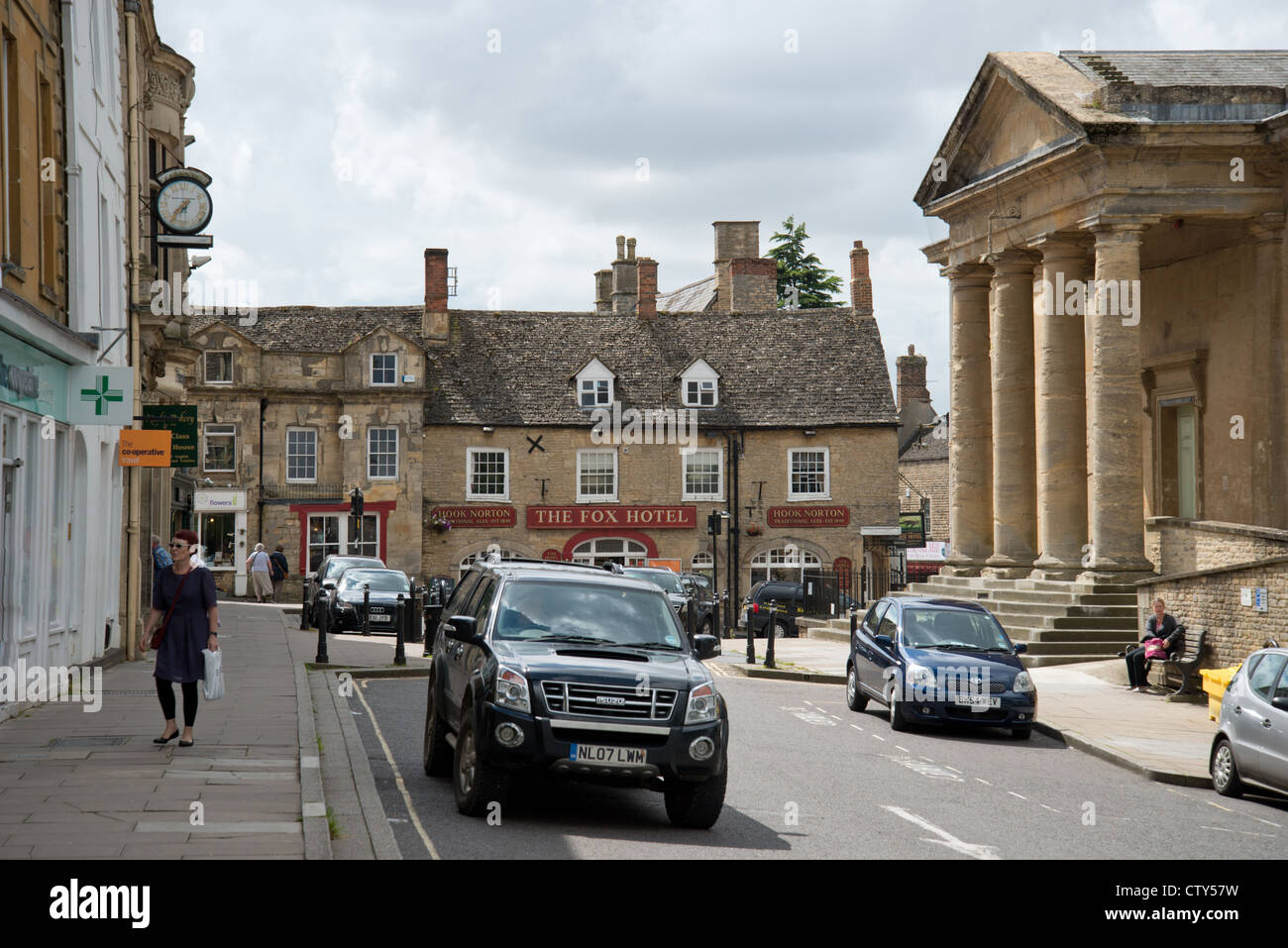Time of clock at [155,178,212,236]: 7:36
